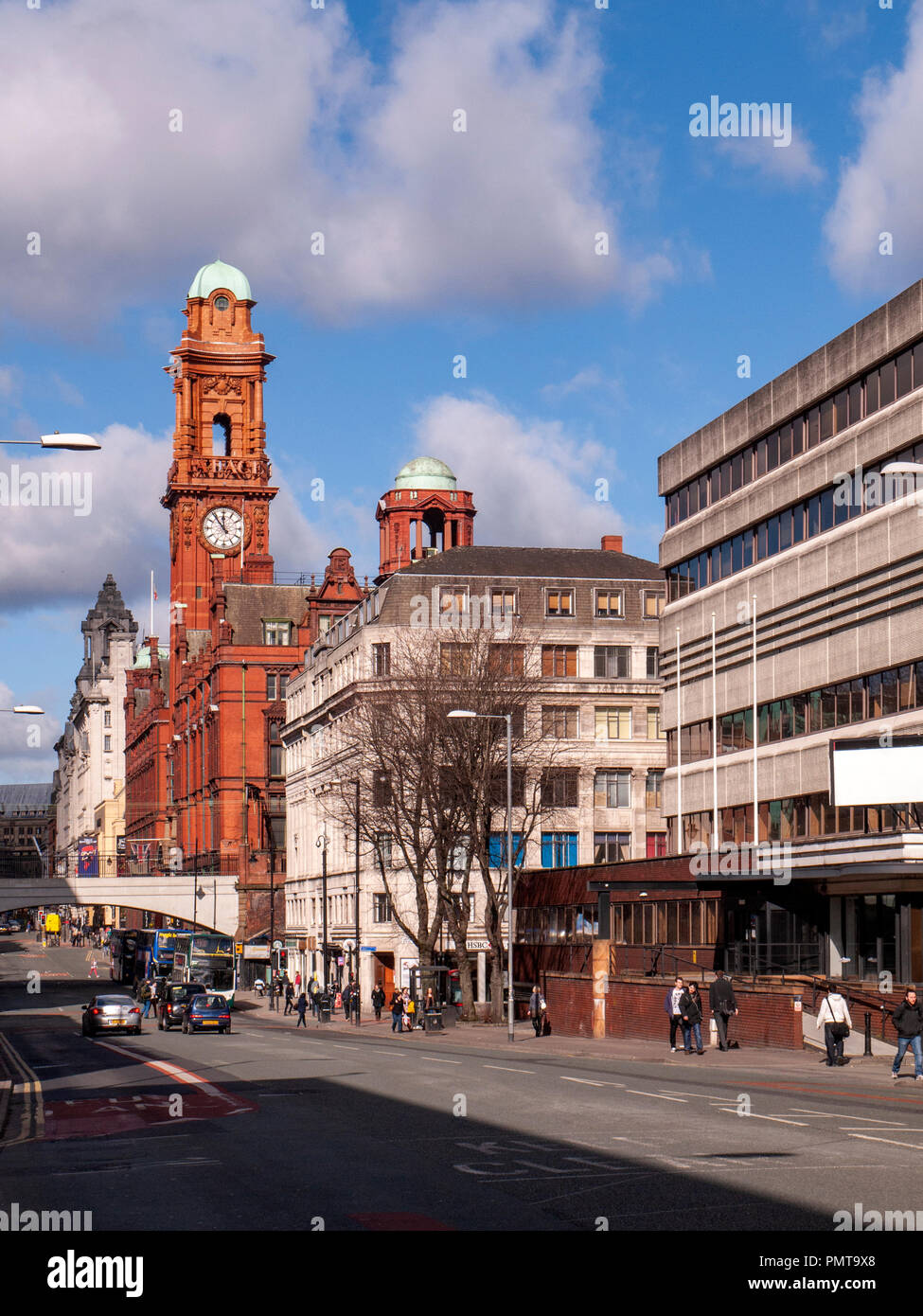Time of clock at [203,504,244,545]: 11:53
